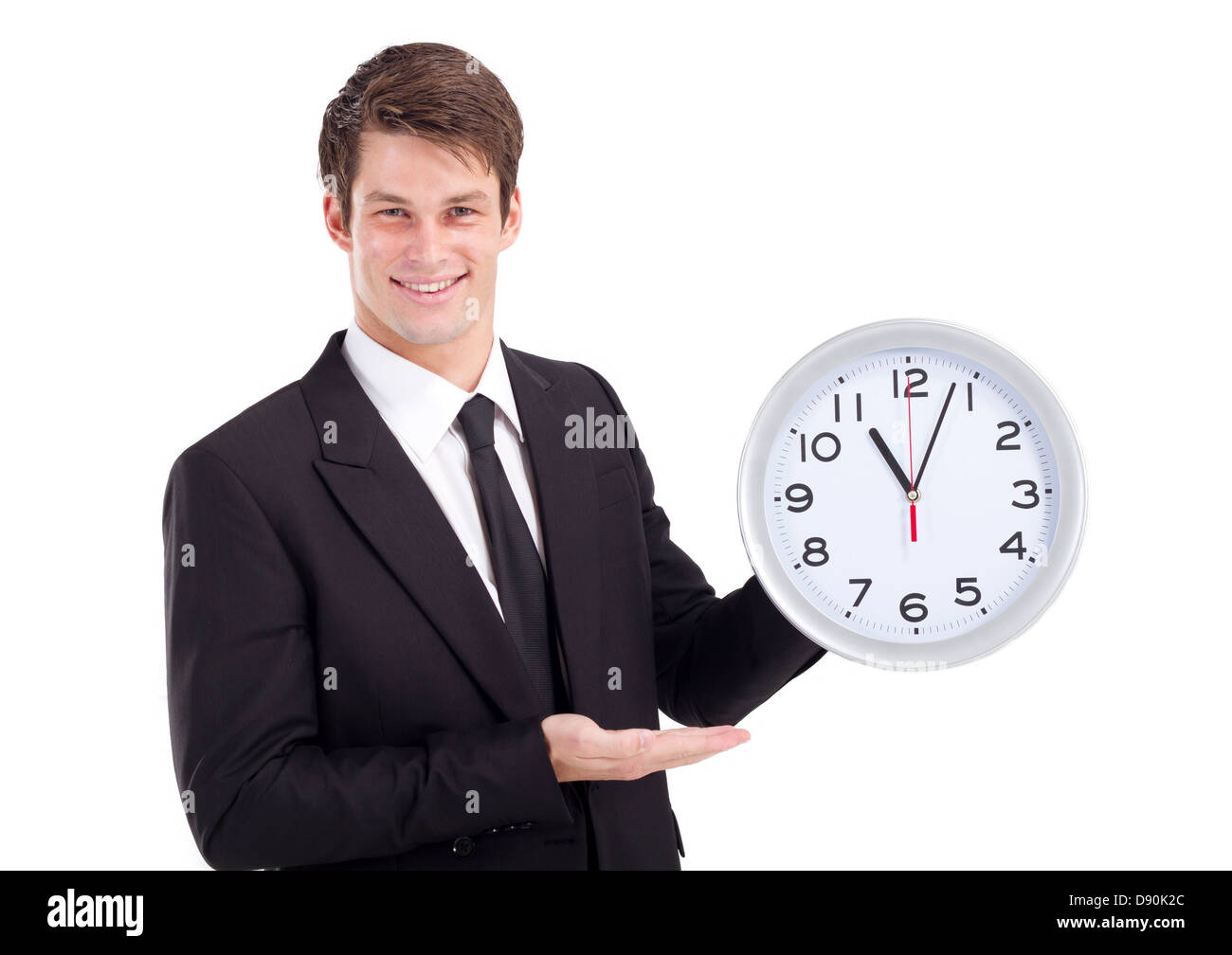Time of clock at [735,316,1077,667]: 11:03
